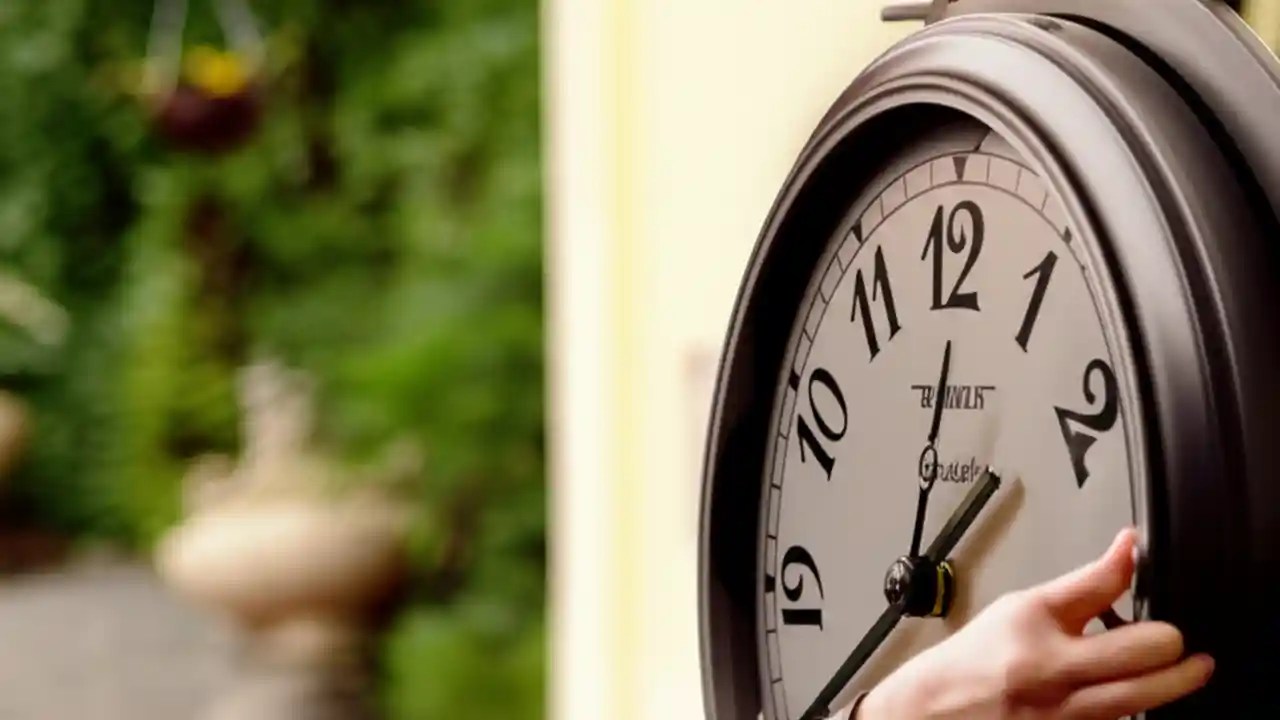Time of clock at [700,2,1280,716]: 1:39
